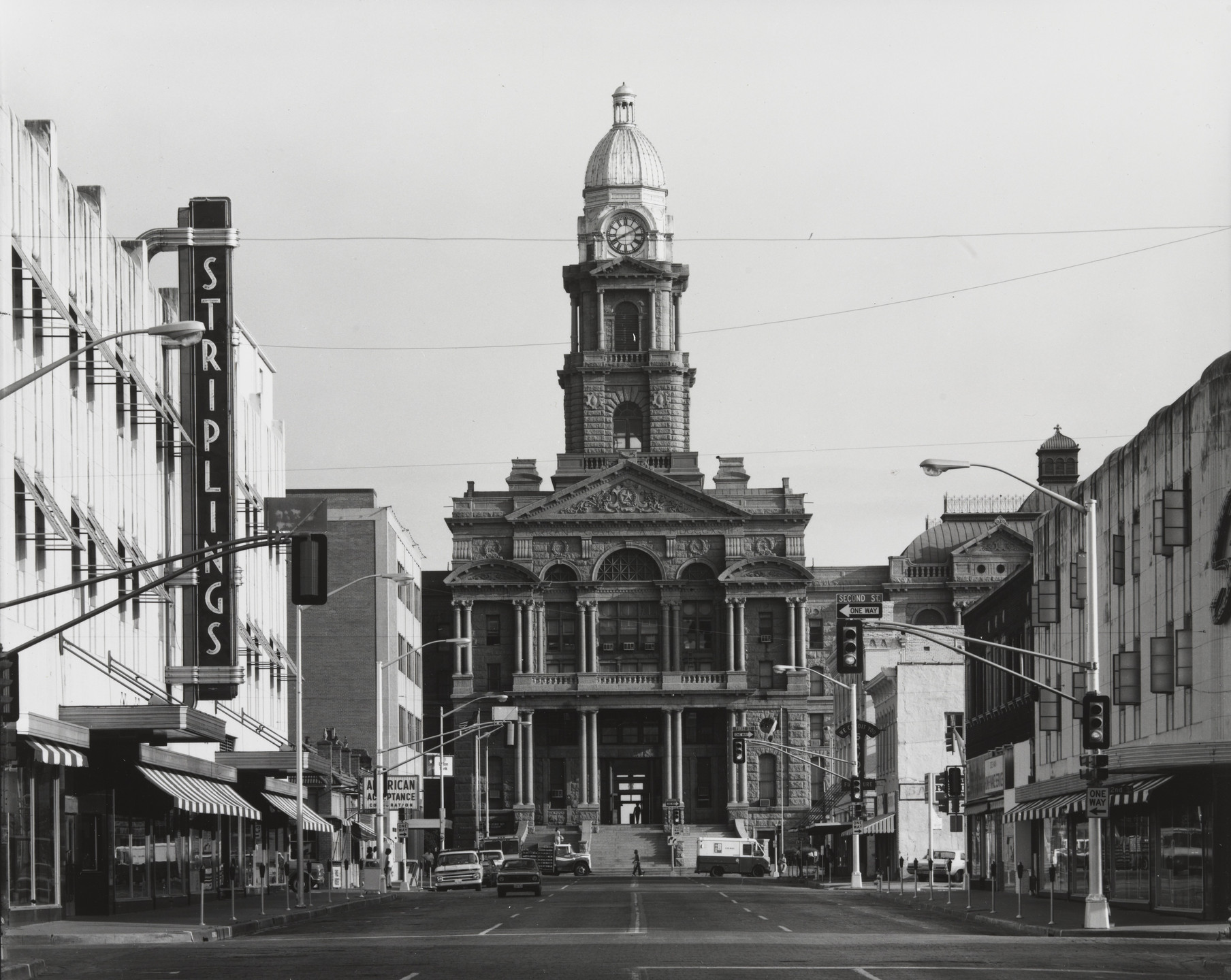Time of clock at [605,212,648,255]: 8:10
